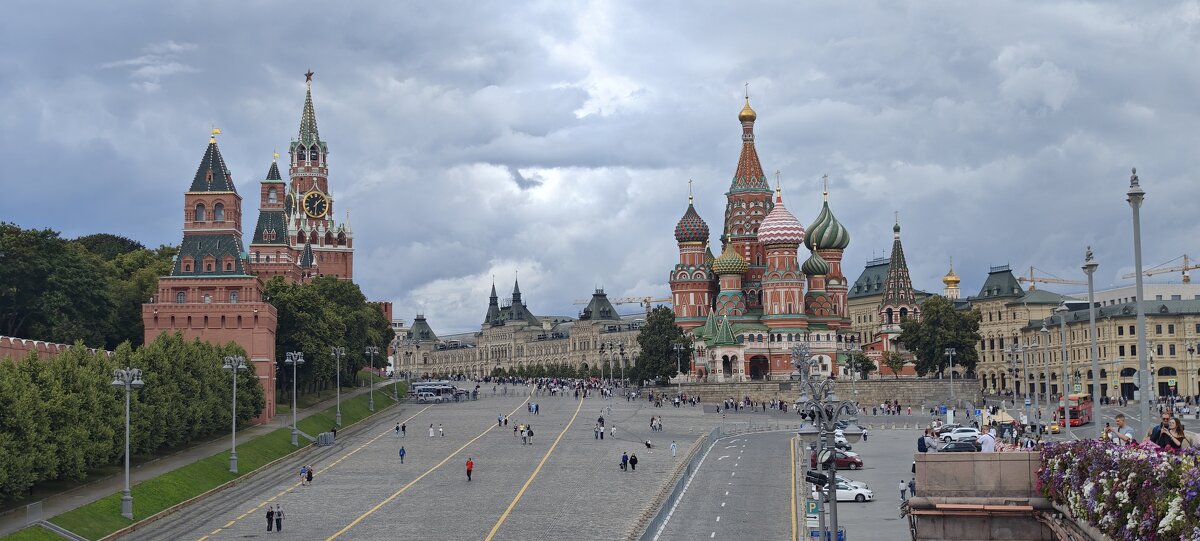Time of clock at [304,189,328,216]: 1:30
